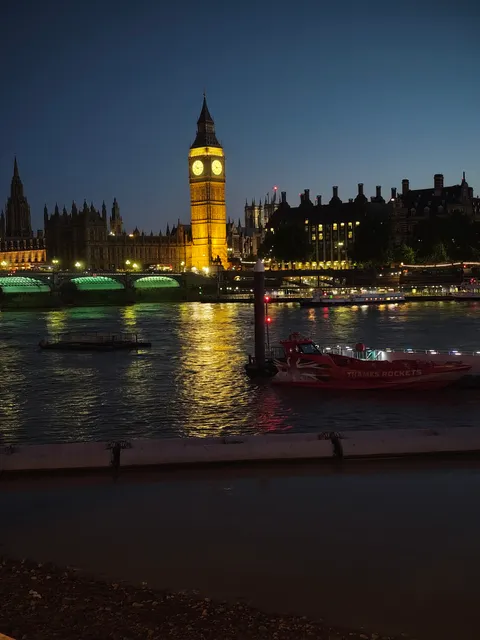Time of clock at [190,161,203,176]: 10:14
